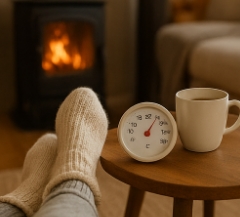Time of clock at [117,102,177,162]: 1:05
